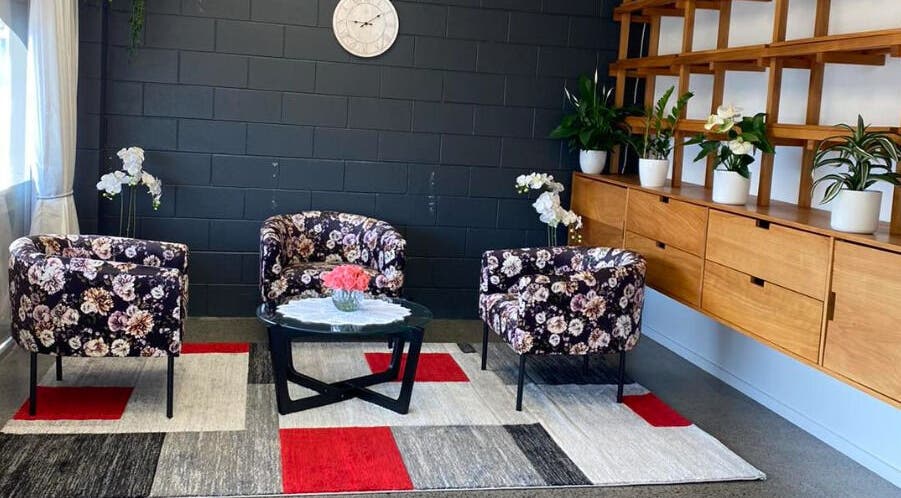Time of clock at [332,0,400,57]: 9:09
